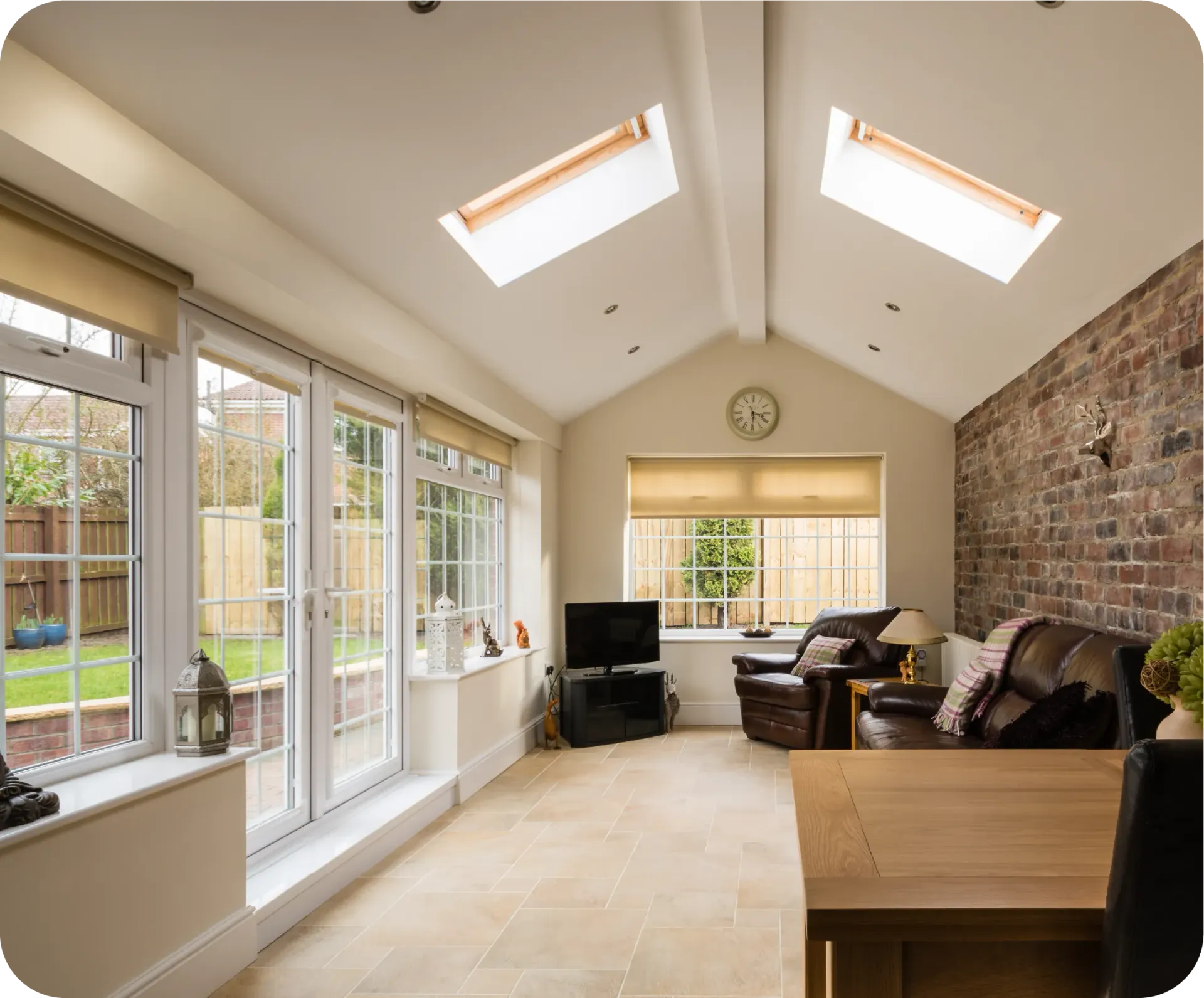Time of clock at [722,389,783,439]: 3:29
